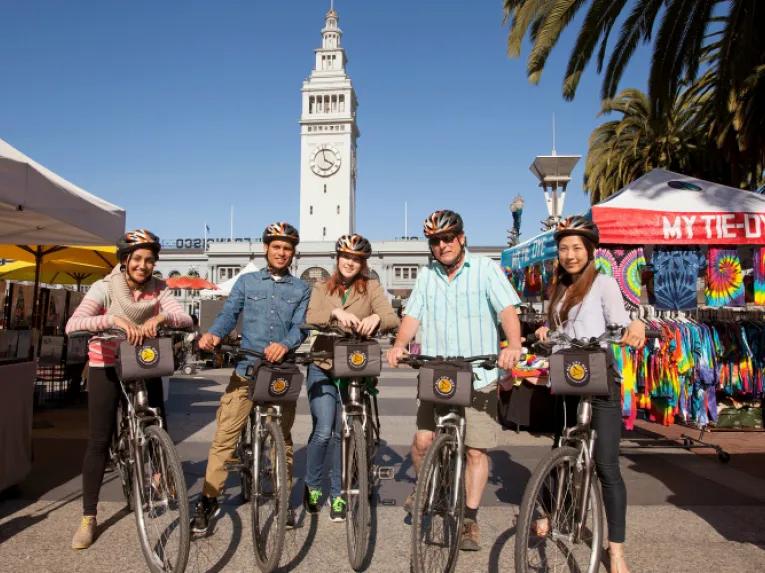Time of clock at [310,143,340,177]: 3:58
